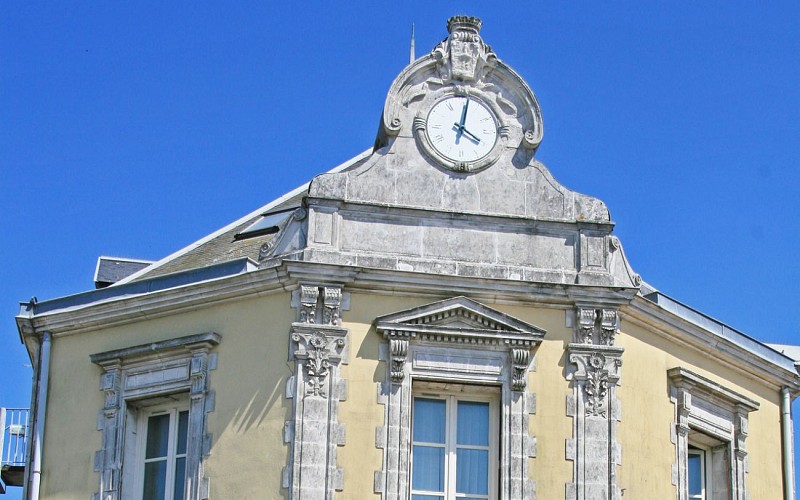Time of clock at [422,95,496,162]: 4:01
